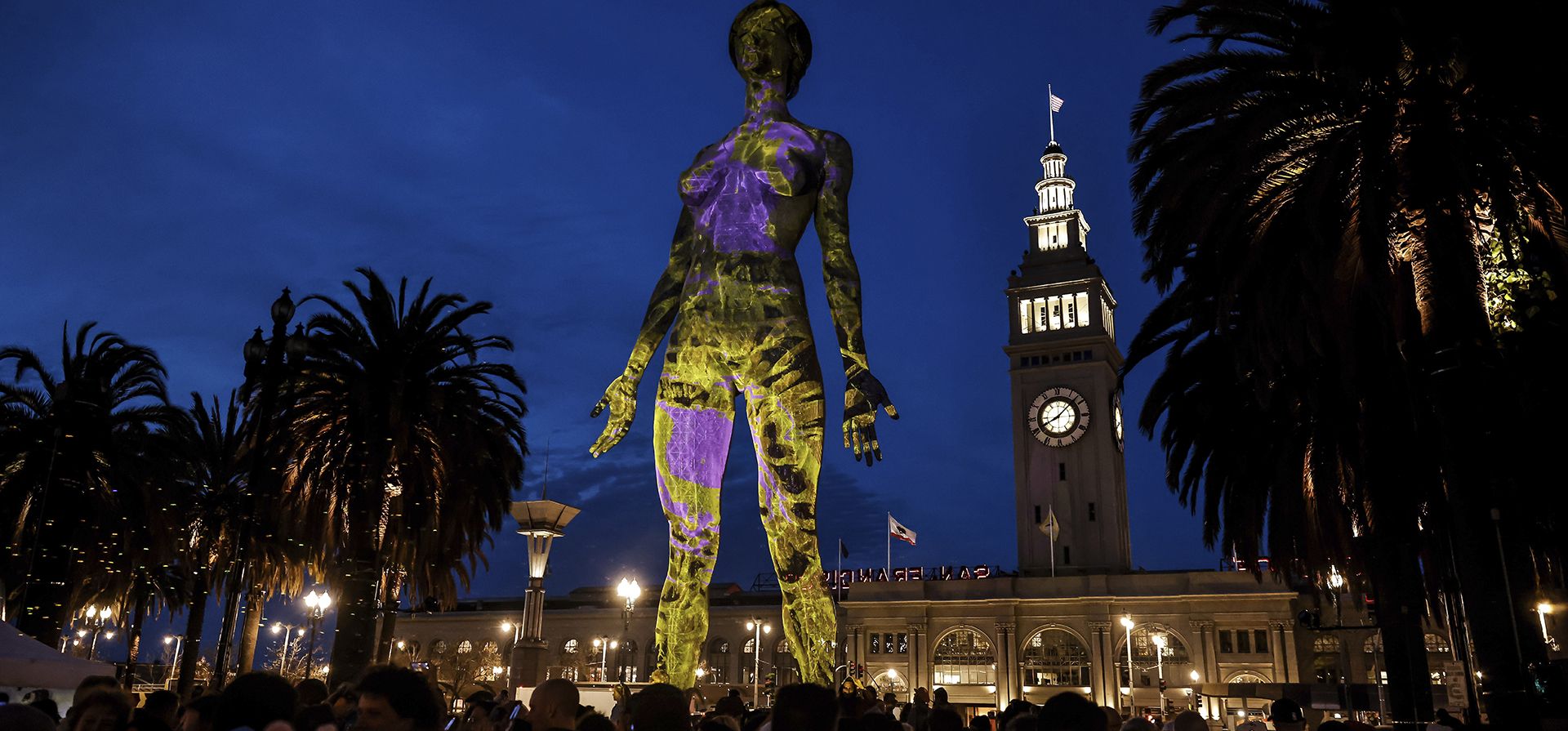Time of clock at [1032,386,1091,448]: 8:07
